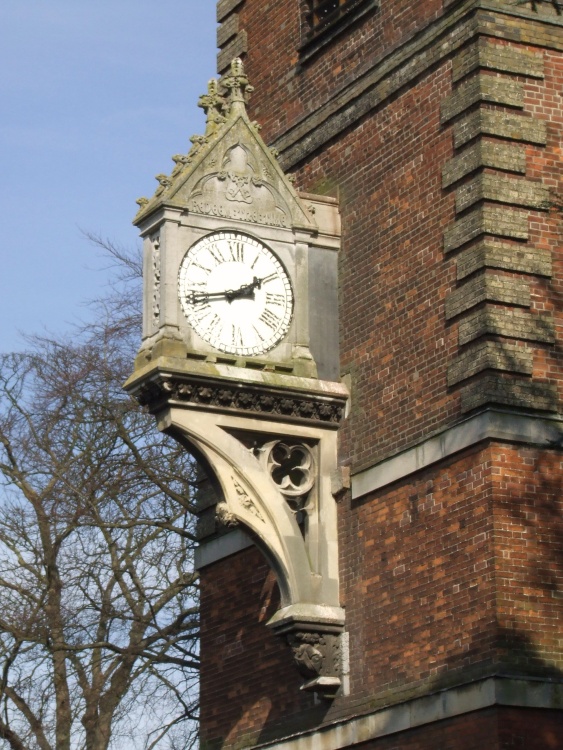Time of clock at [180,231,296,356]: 1:43
